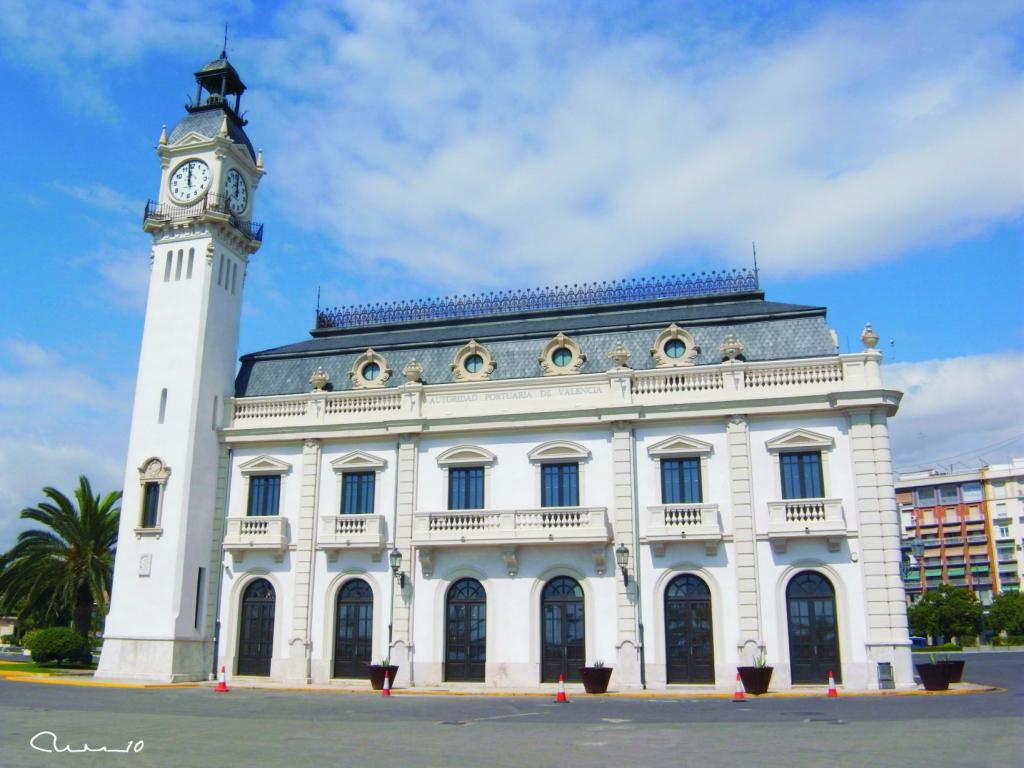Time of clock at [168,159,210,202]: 11:58
